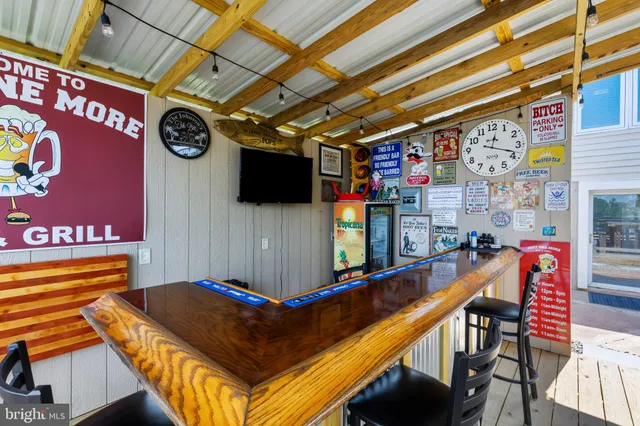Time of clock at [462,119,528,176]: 12:18
